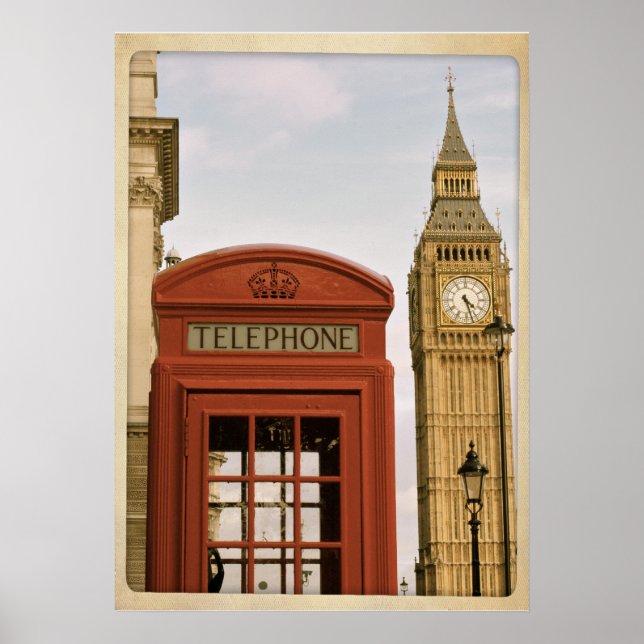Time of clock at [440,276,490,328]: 4:27
